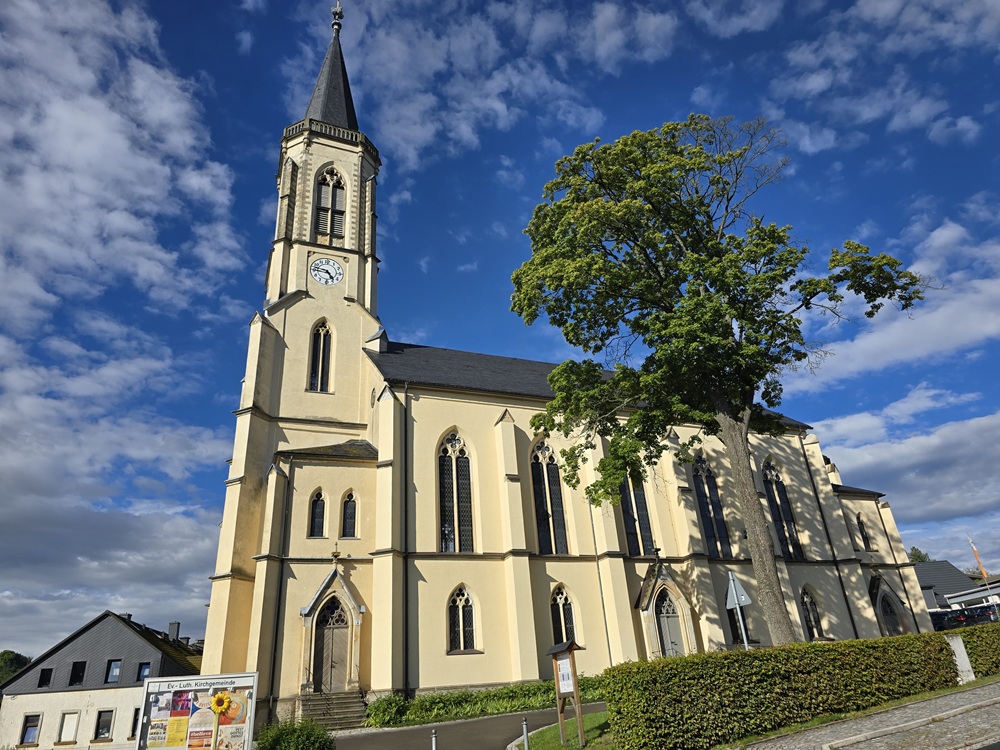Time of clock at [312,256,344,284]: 4:46
